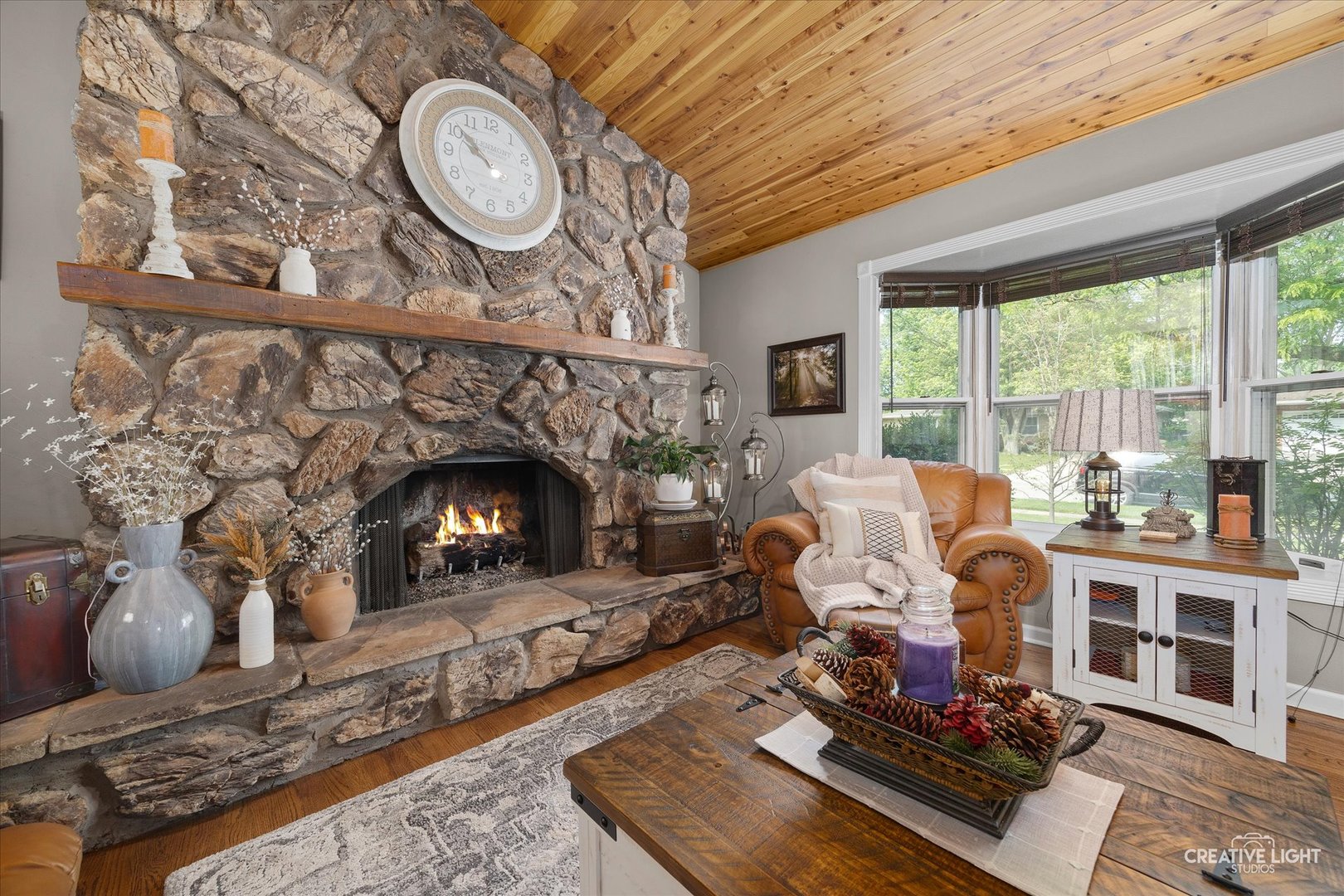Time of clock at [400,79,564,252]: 9:51
